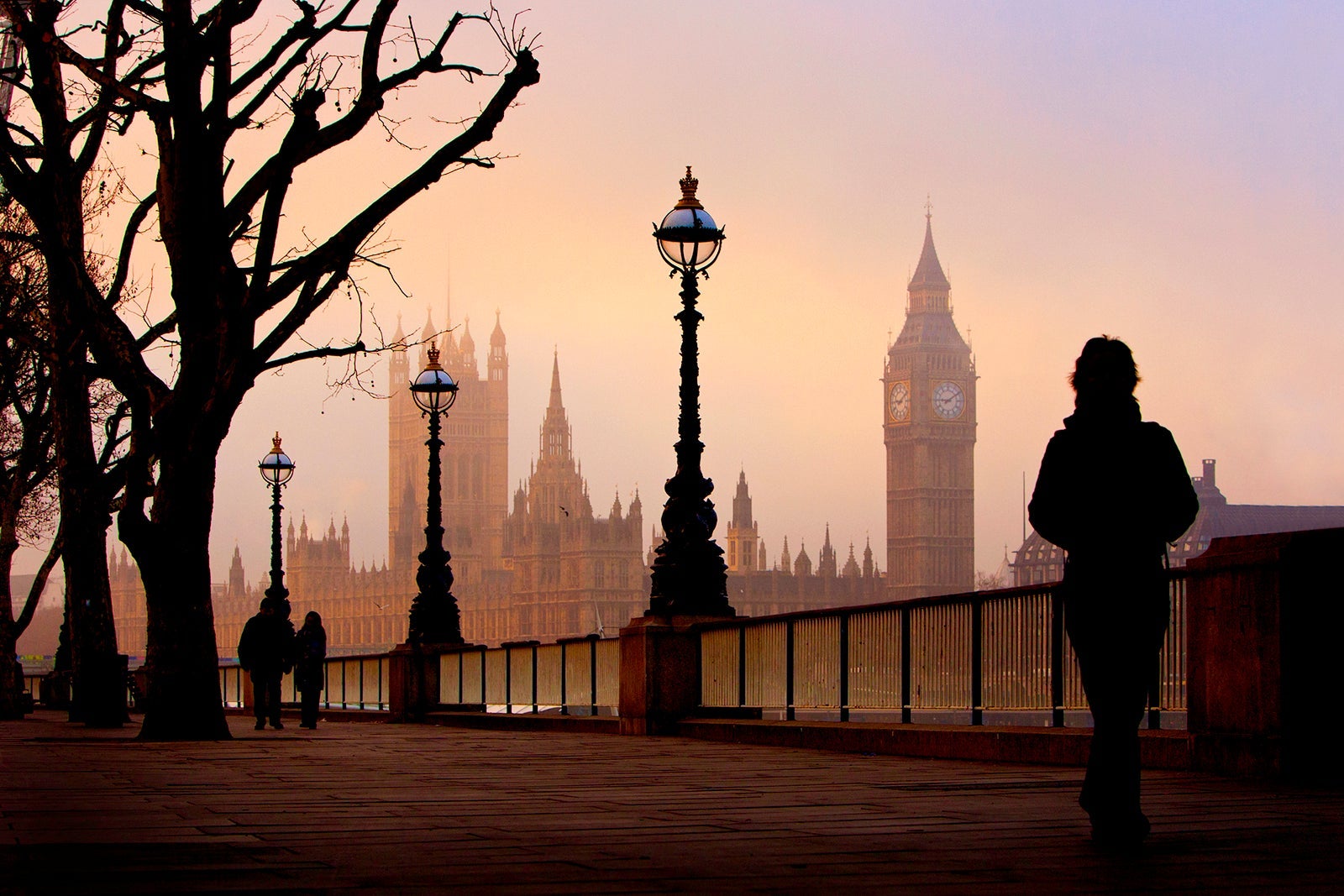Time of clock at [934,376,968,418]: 9:09
